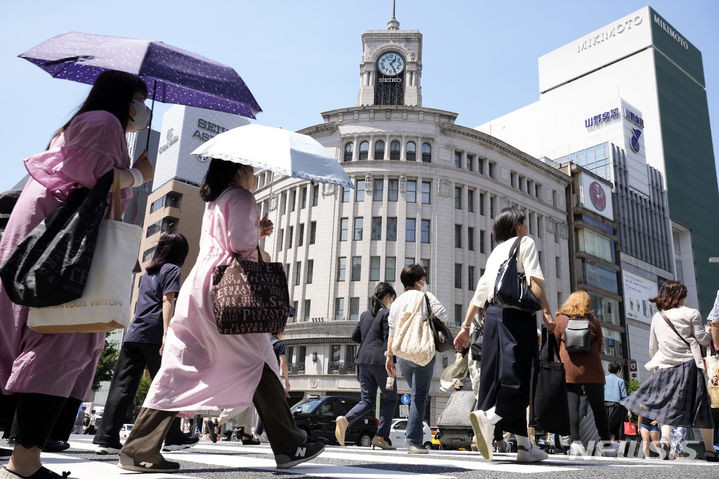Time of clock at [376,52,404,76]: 1:24
